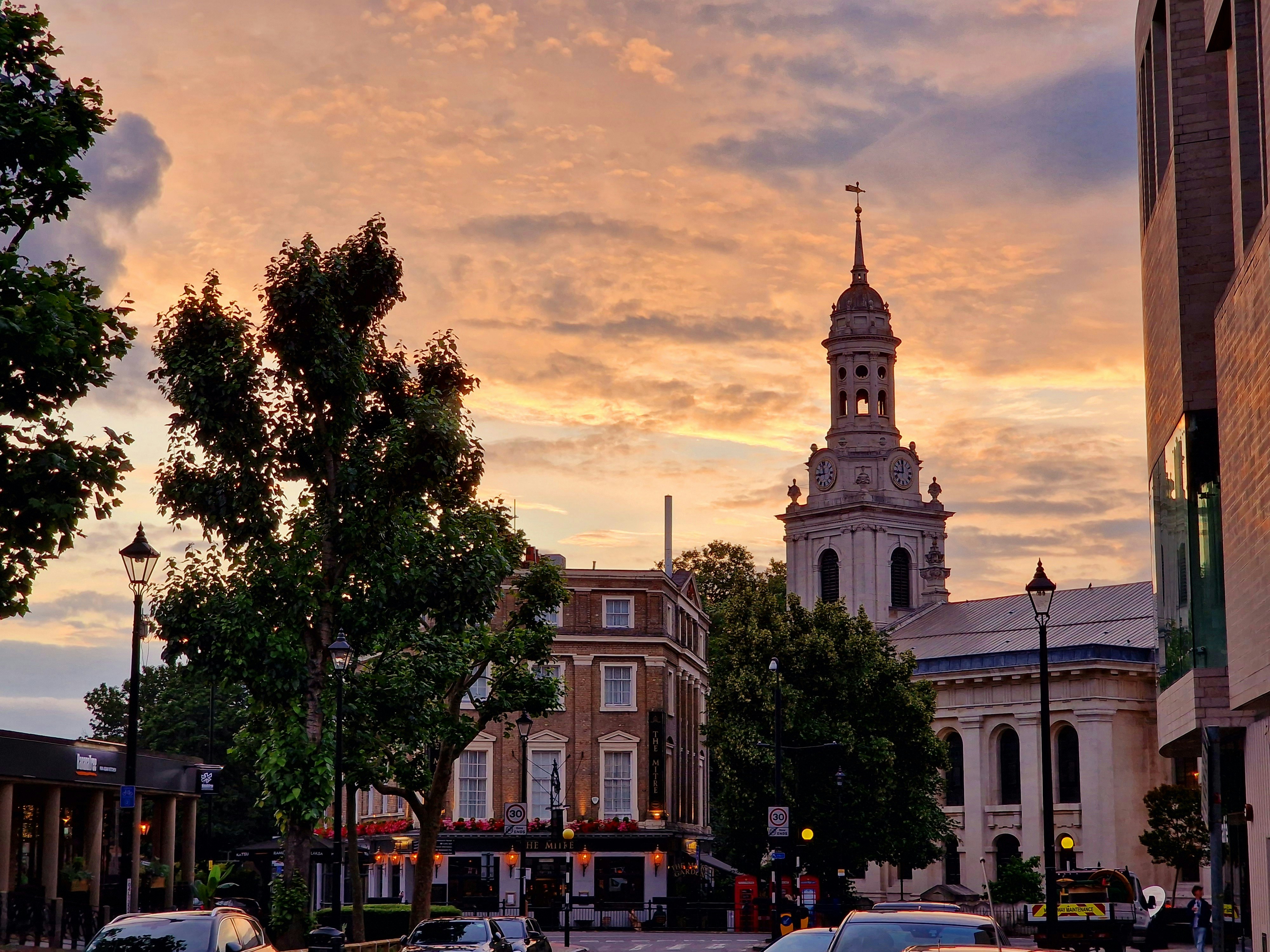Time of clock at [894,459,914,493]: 11:44
